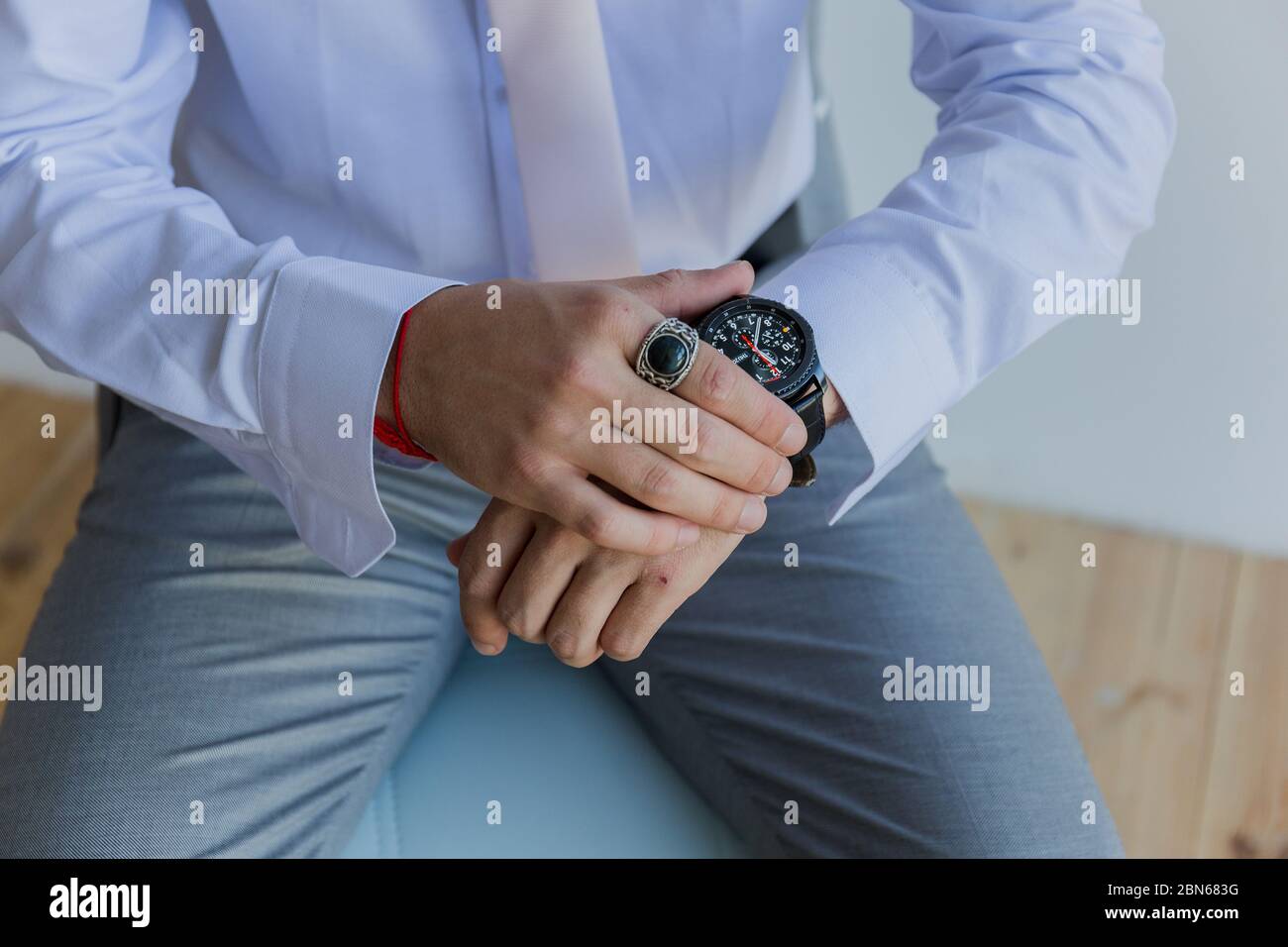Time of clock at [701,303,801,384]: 4:02
